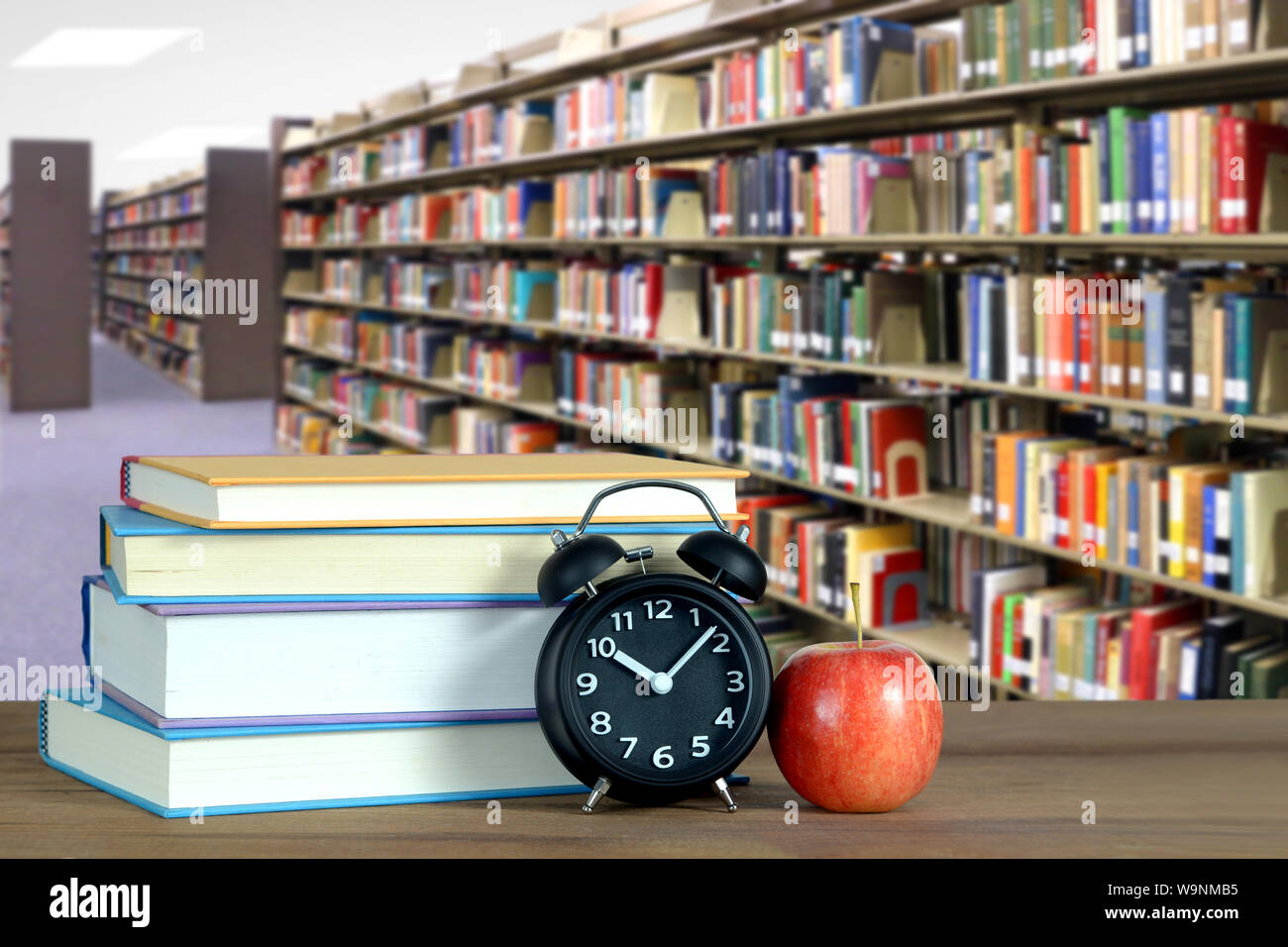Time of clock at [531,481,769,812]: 10:07
